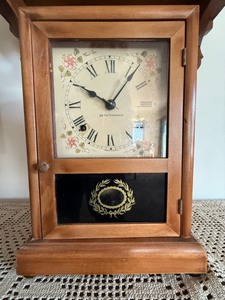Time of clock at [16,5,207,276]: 10:06
